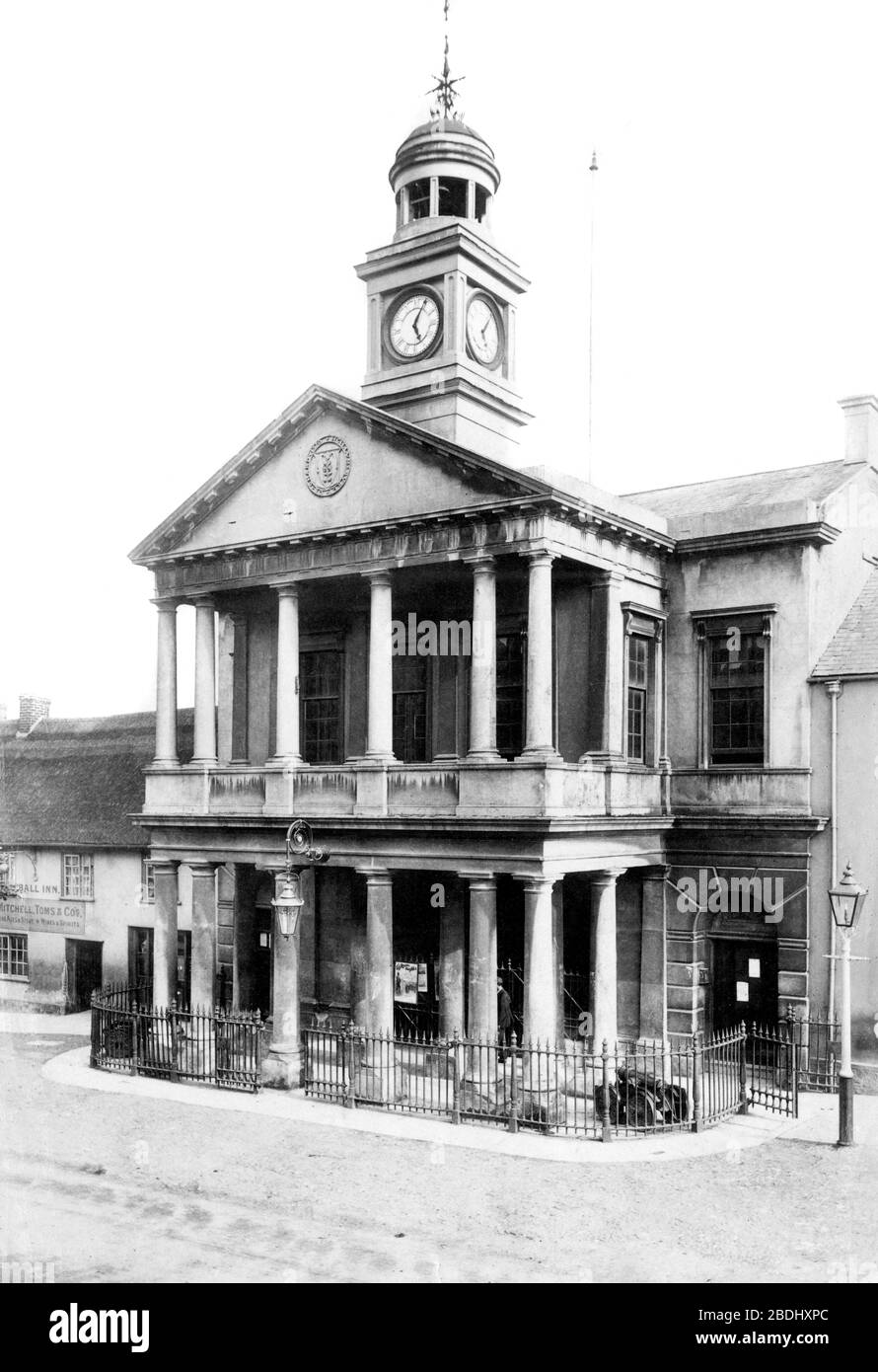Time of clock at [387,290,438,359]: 5:04
